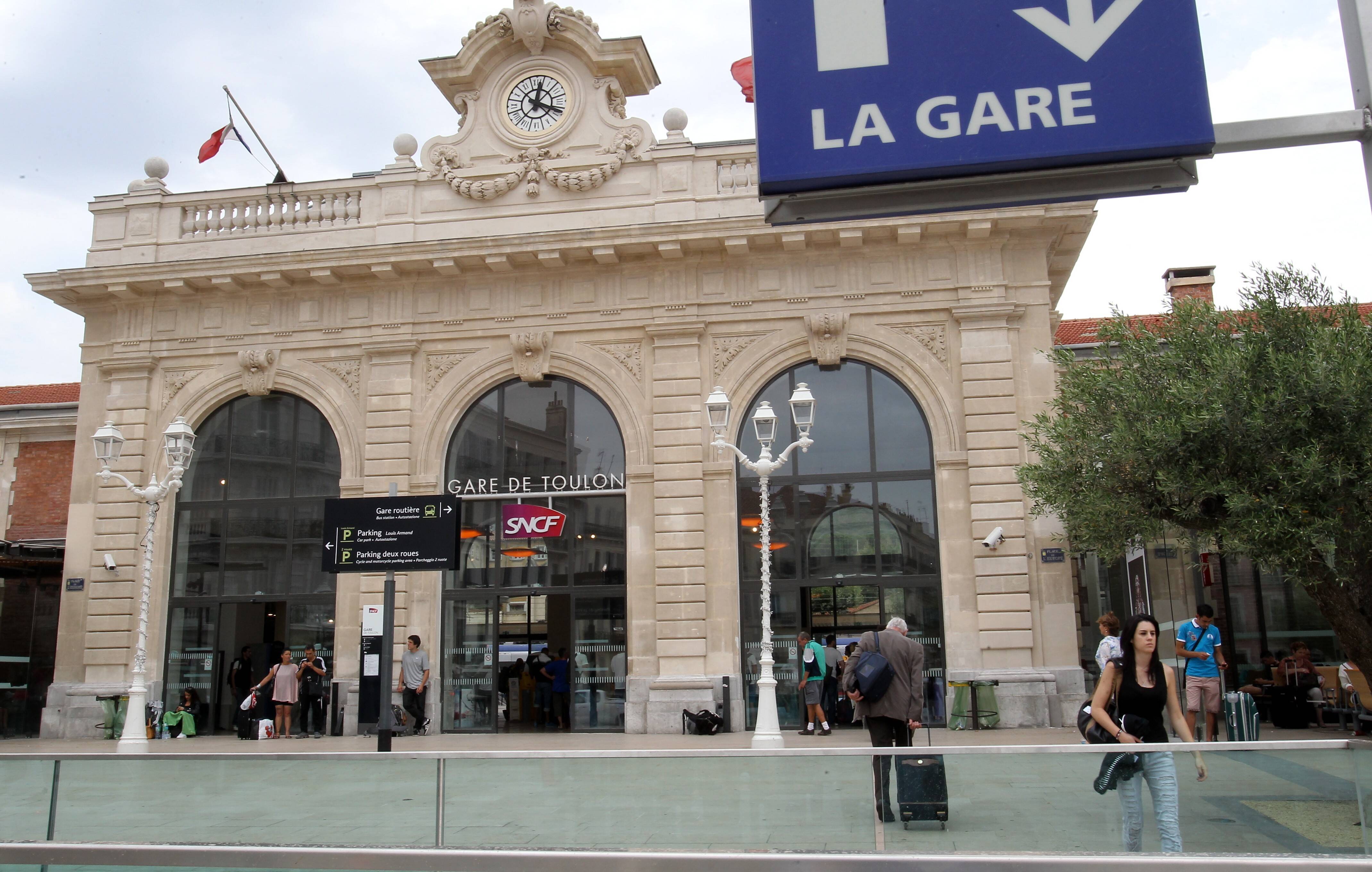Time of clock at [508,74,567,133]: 12:19
